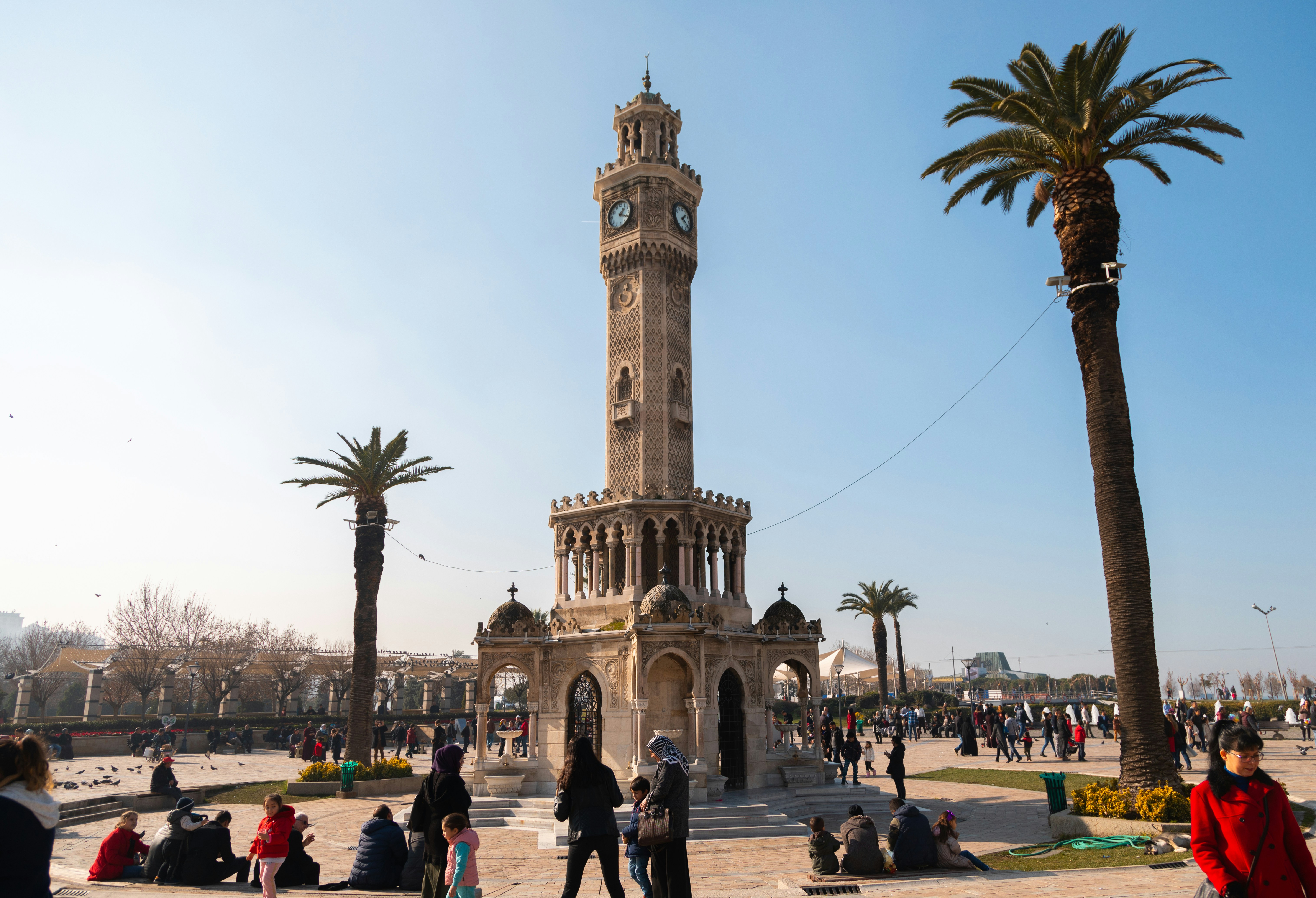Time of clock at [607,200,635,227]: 1:20
